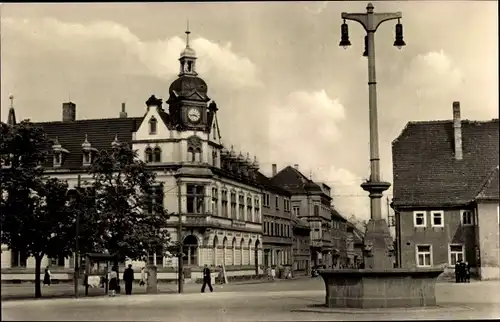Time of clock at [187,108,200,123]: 3:43
